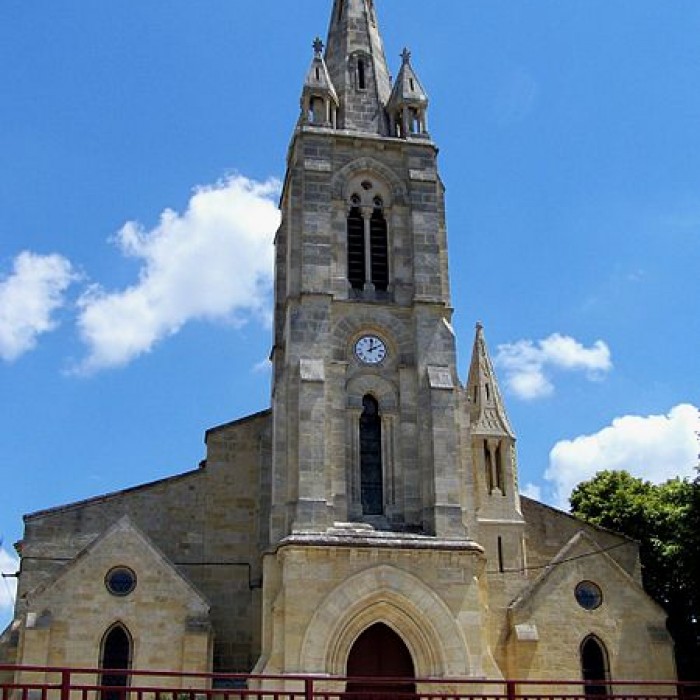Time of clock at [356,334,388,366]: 2:01
